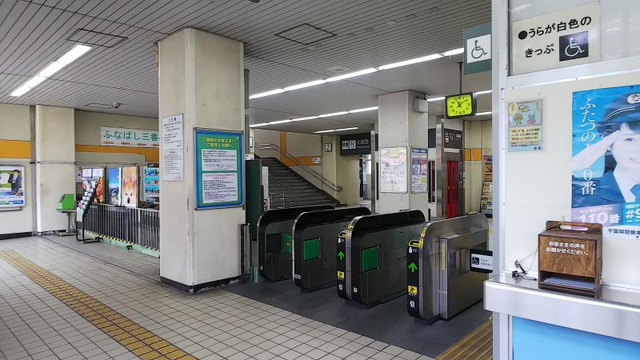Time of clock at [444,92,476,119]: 11:08
